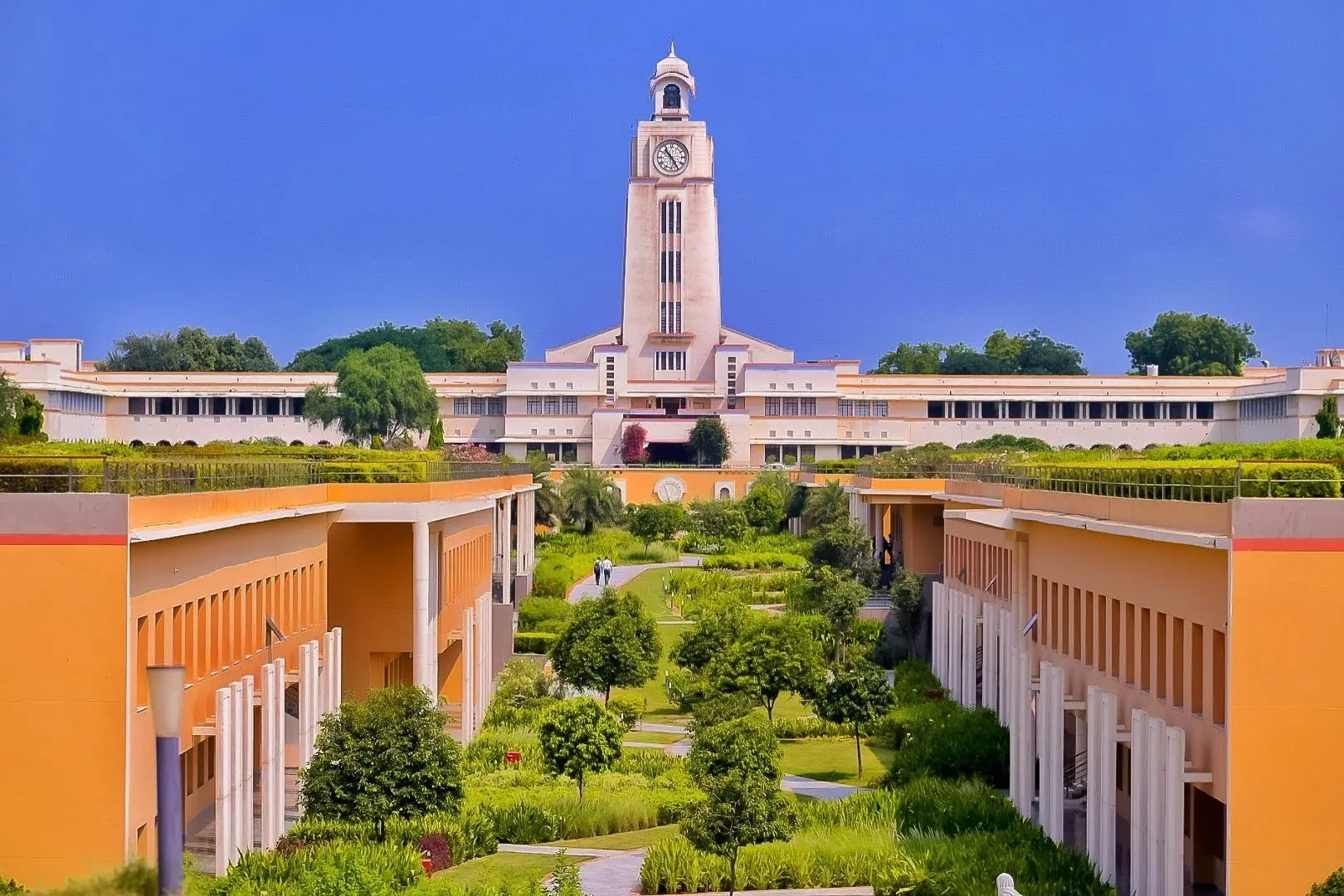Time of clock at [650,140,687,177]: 10:24
